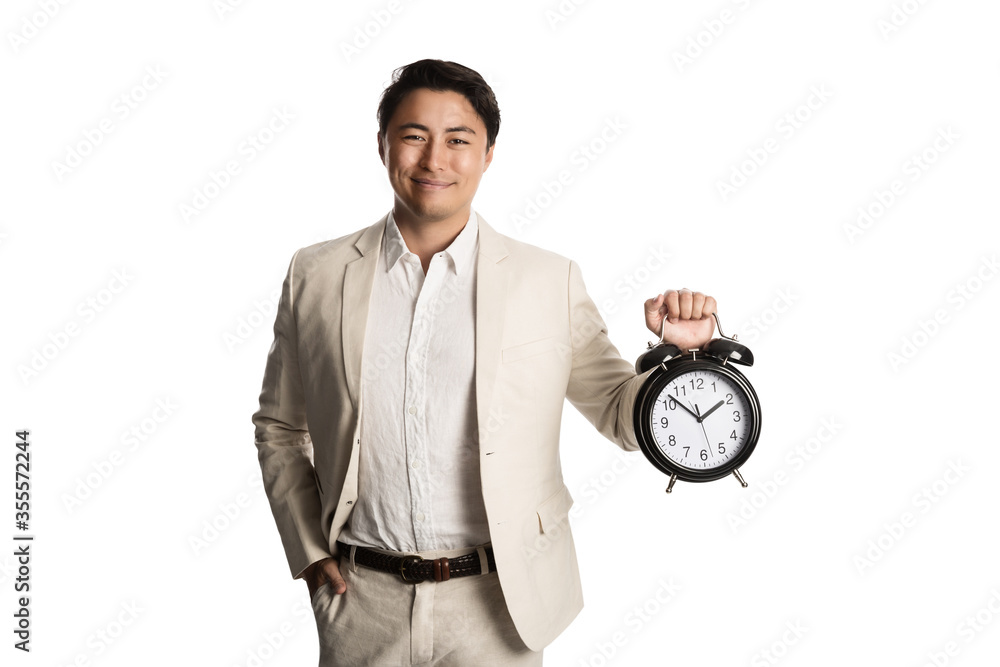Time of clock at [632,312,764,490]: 1:52
